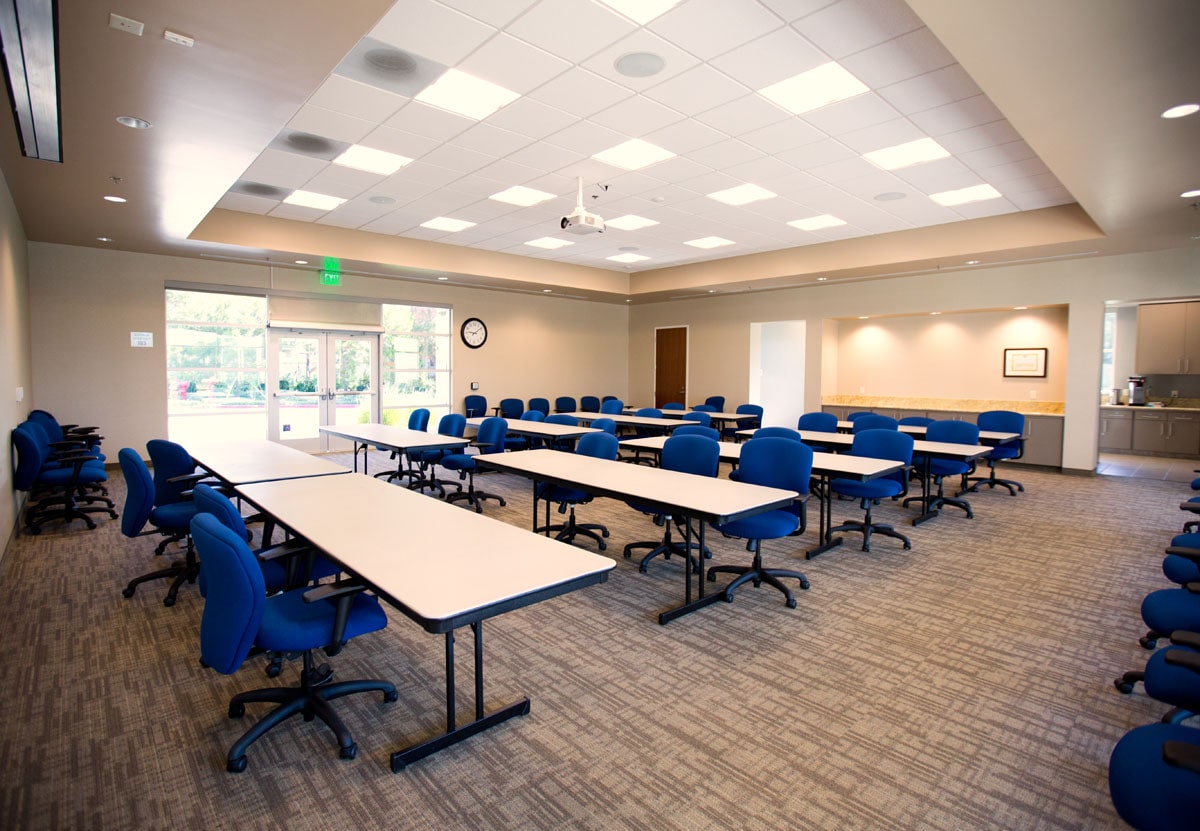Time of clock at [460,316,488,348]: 9:08
